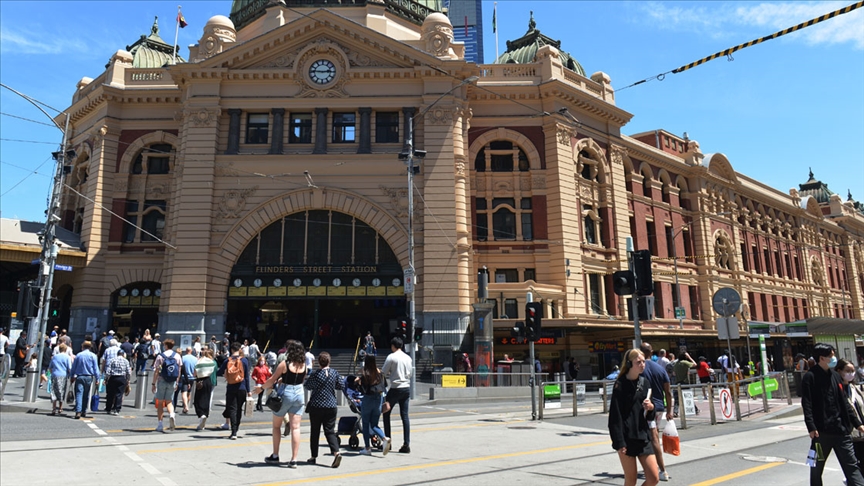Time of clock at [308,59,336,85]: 2:46
